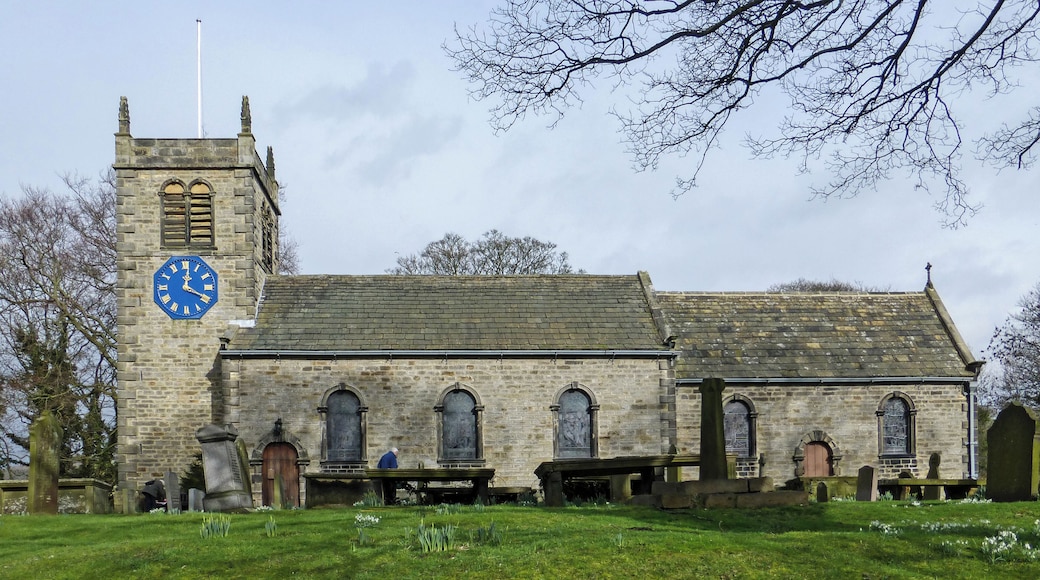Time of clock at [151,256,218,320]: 12:19
